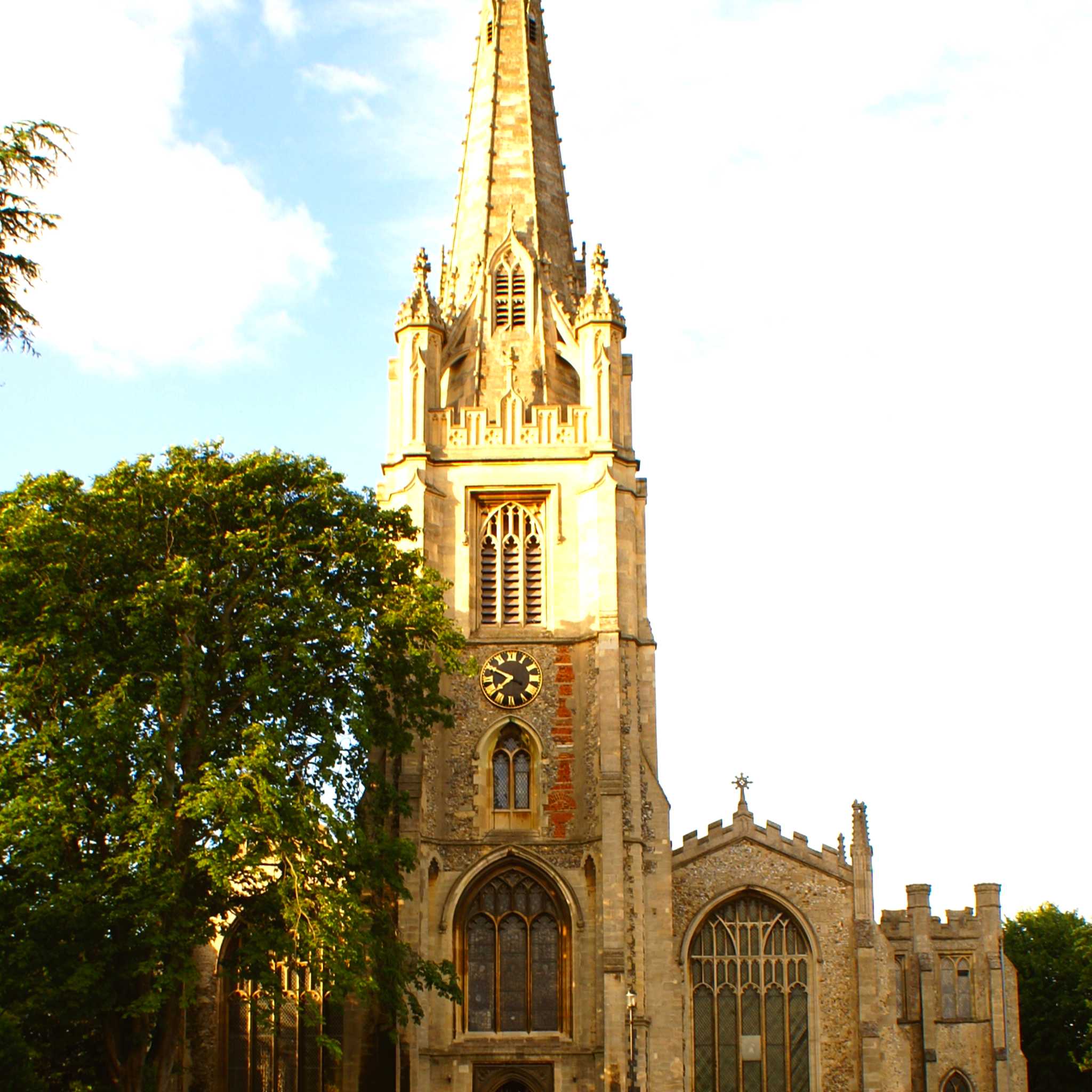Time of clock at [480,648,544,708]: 7:49
